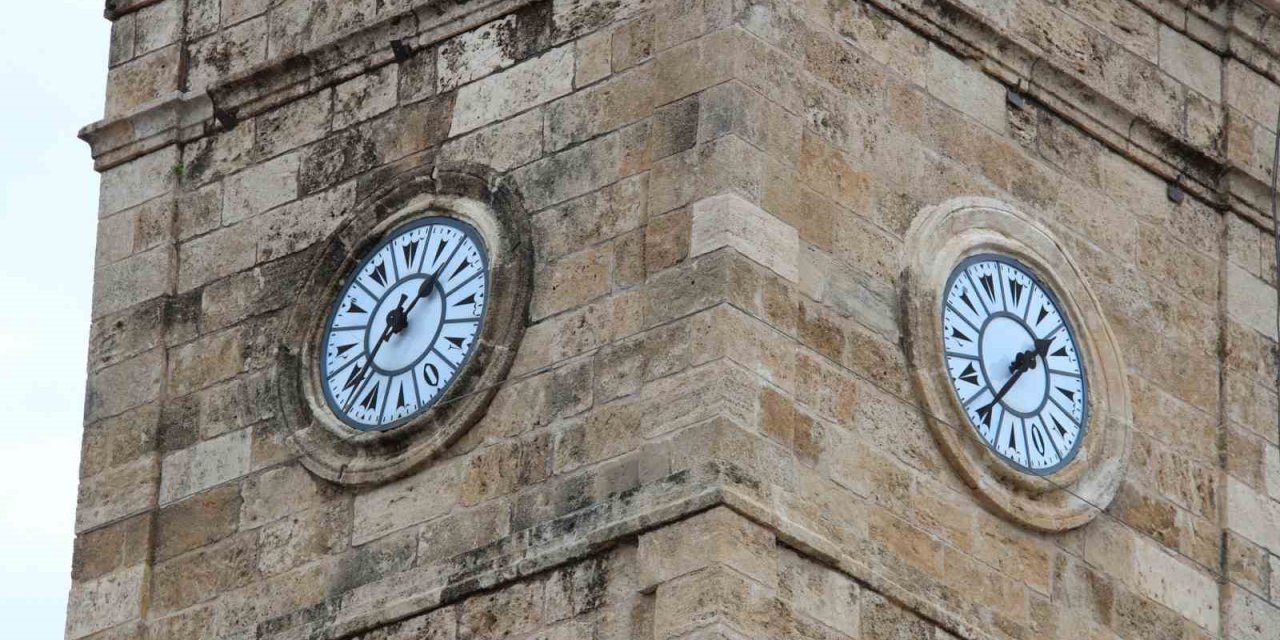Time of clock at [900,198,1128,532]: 1:36
